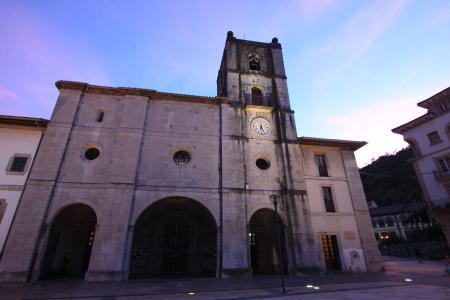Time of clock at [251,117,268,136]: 6:26
